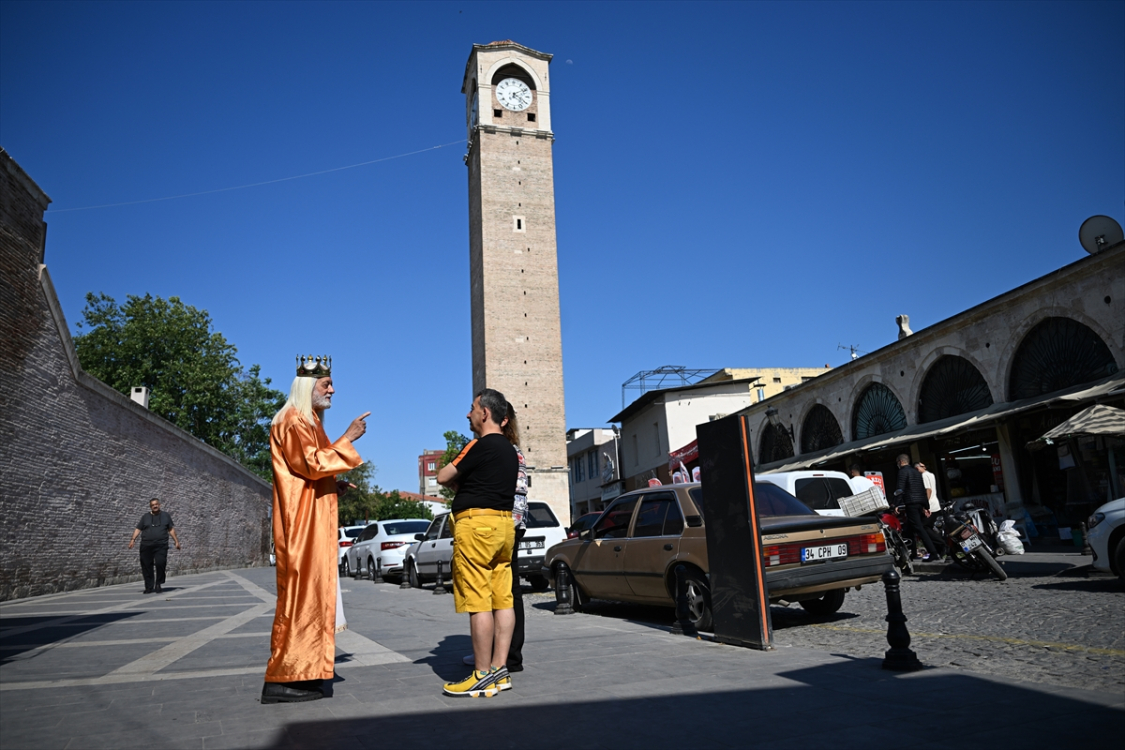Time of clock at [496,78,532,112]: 4:09
